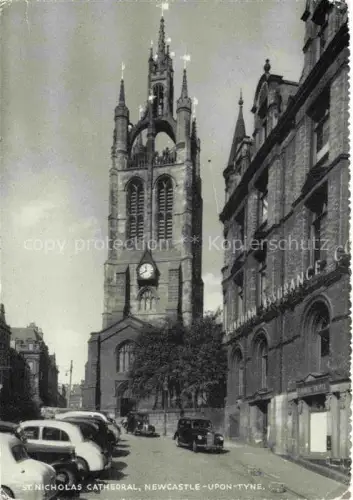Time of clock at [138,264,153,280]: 11:40
